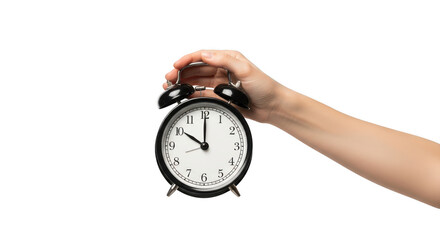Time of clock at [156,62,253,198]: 10:00
